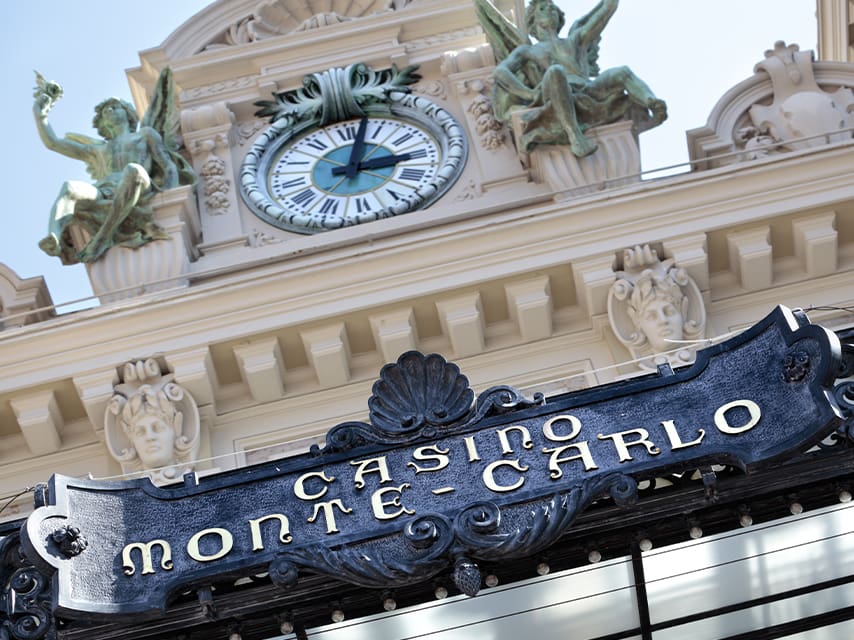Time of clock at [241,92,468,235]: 3:02
